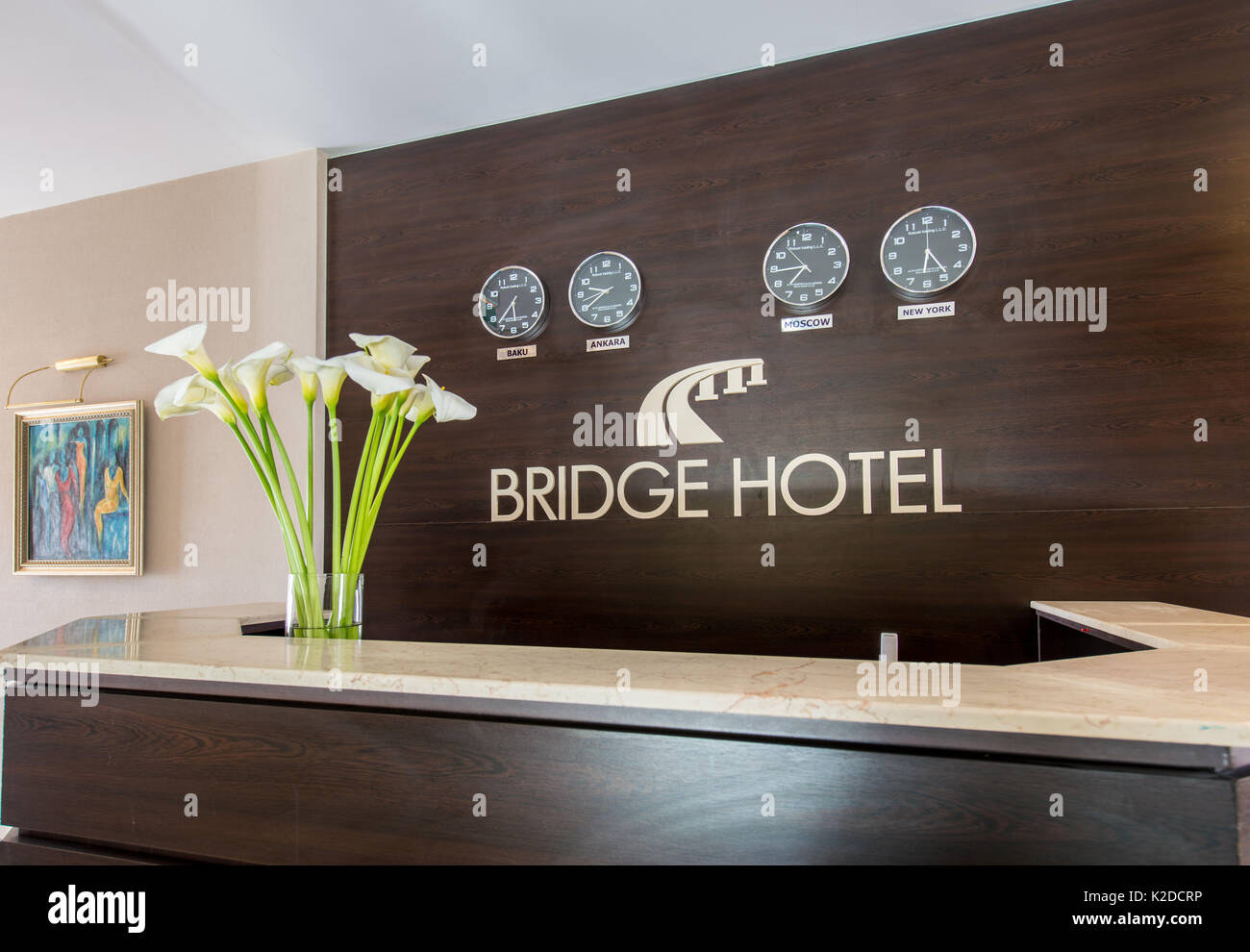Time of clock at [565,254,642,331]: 9:39
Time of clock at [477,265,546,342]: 5:36
